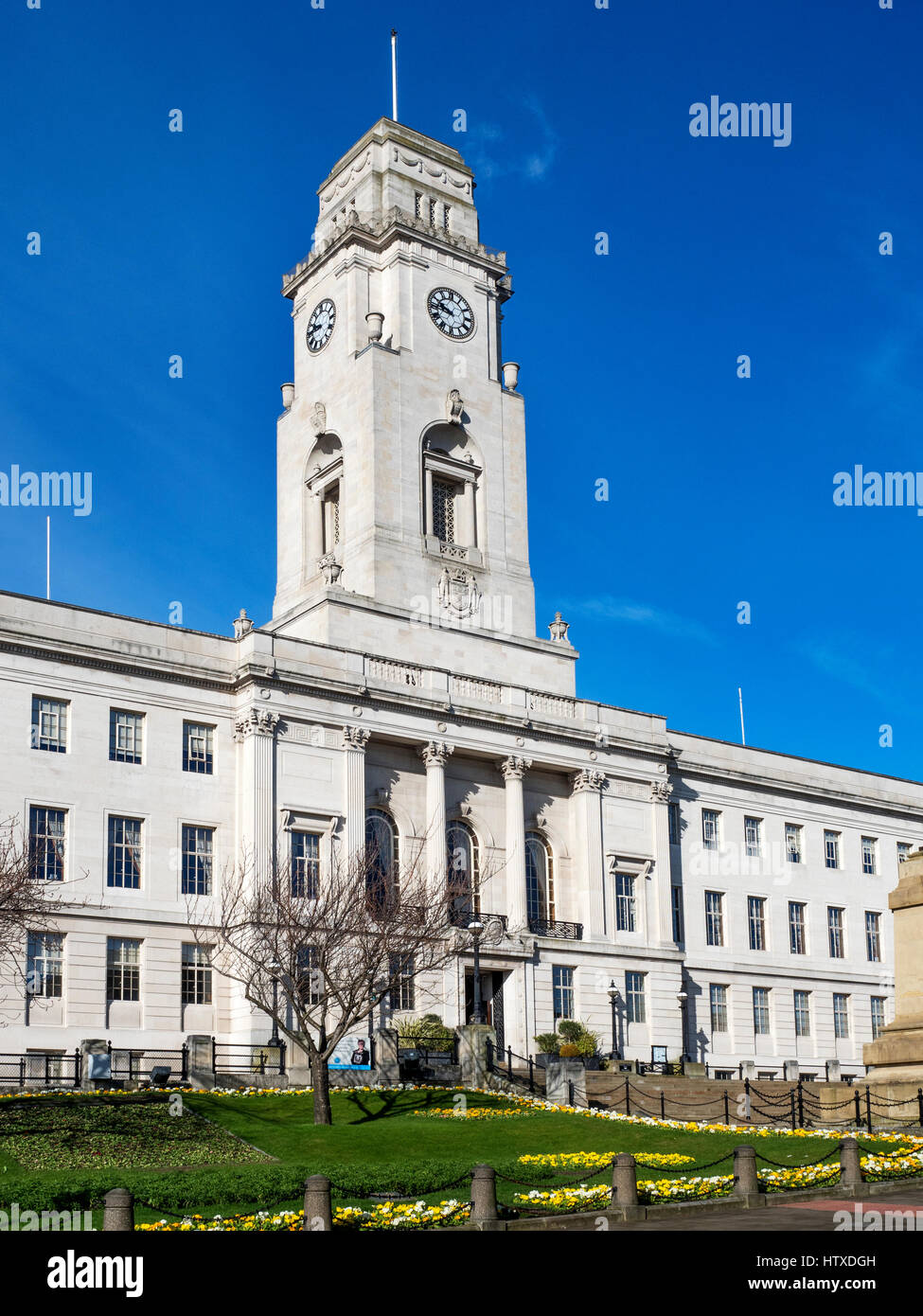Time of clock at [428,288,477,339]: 9:45
